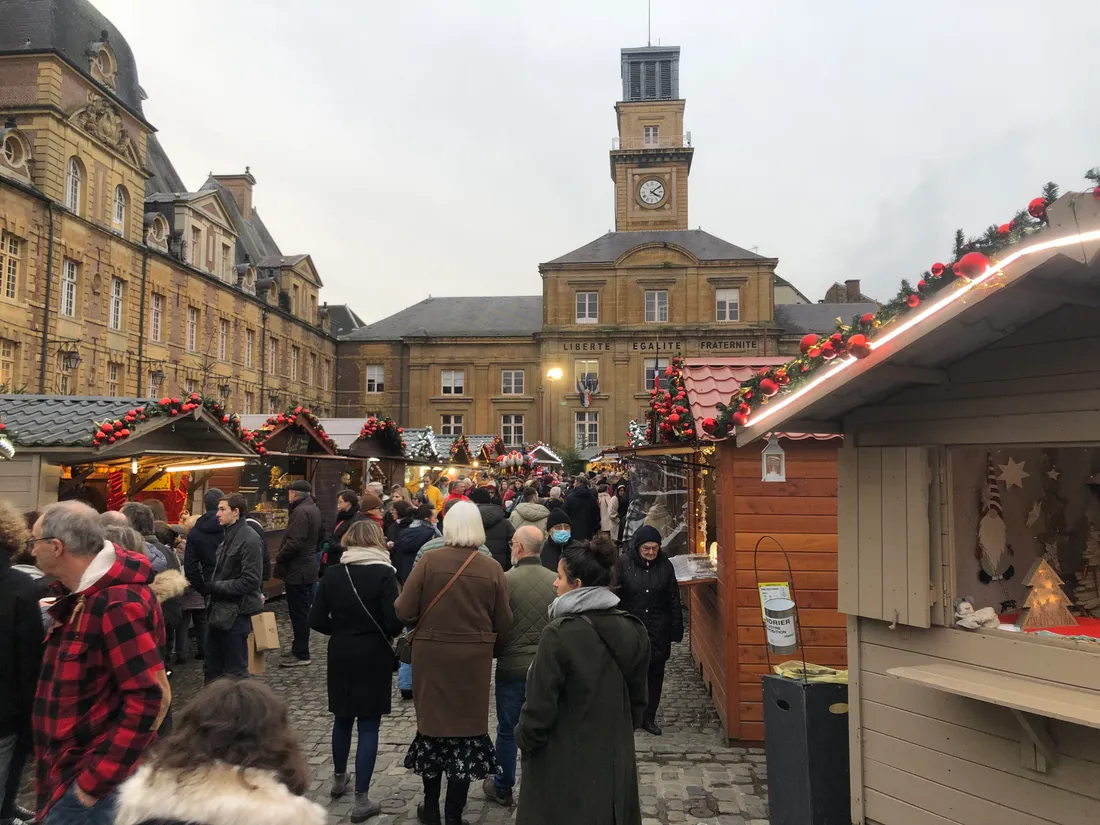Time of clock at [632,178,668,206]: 4:09
